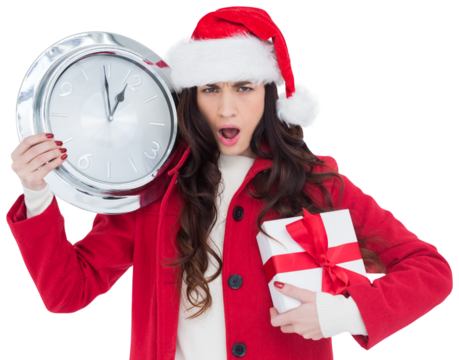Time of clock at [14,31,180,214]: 12:59
